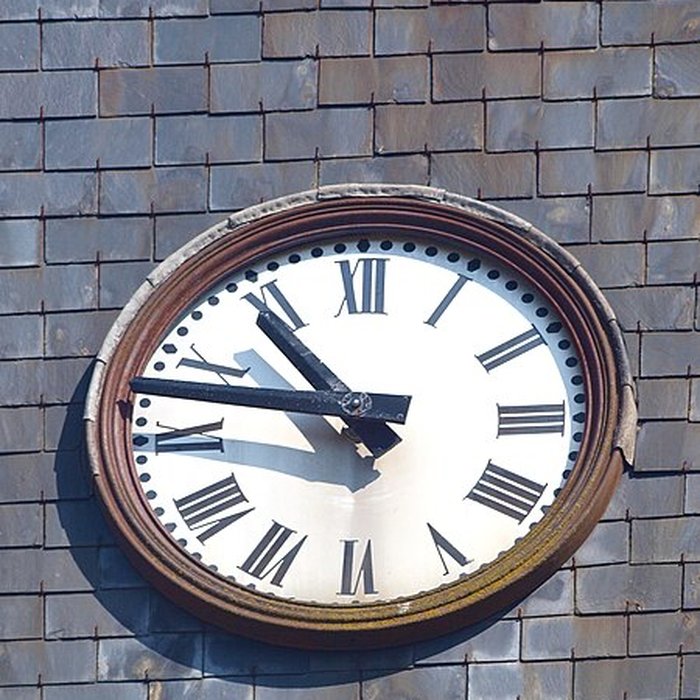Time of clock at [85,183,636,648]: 10:47
